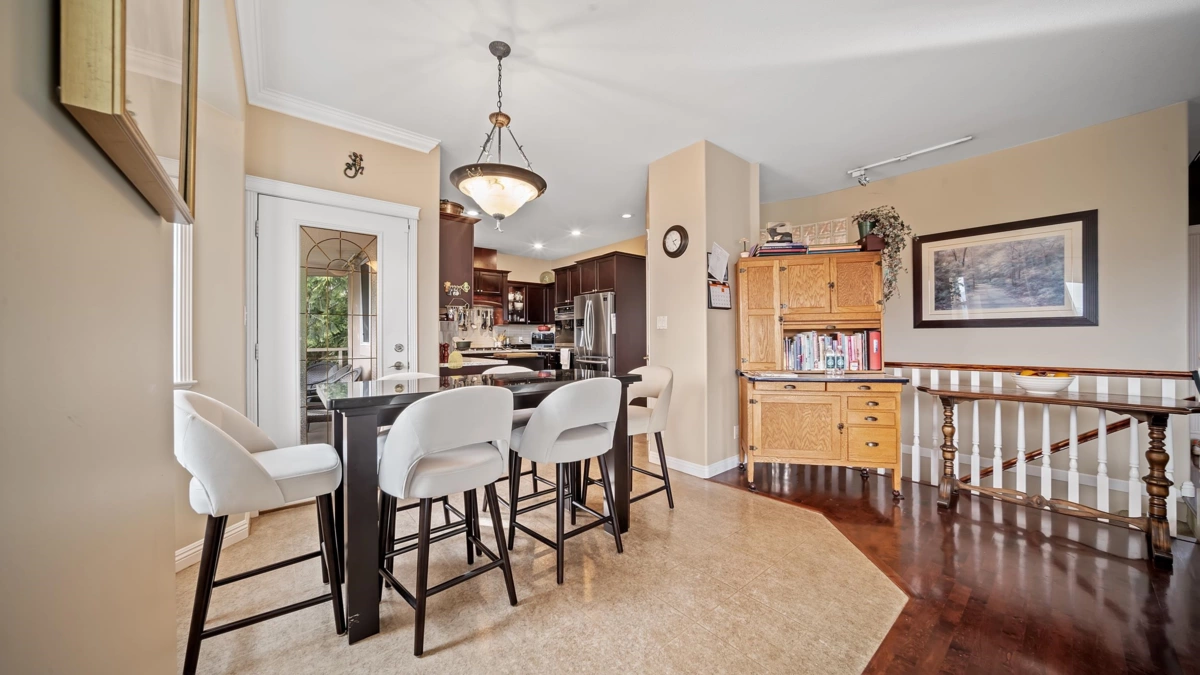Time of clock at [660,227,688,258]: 2:23
